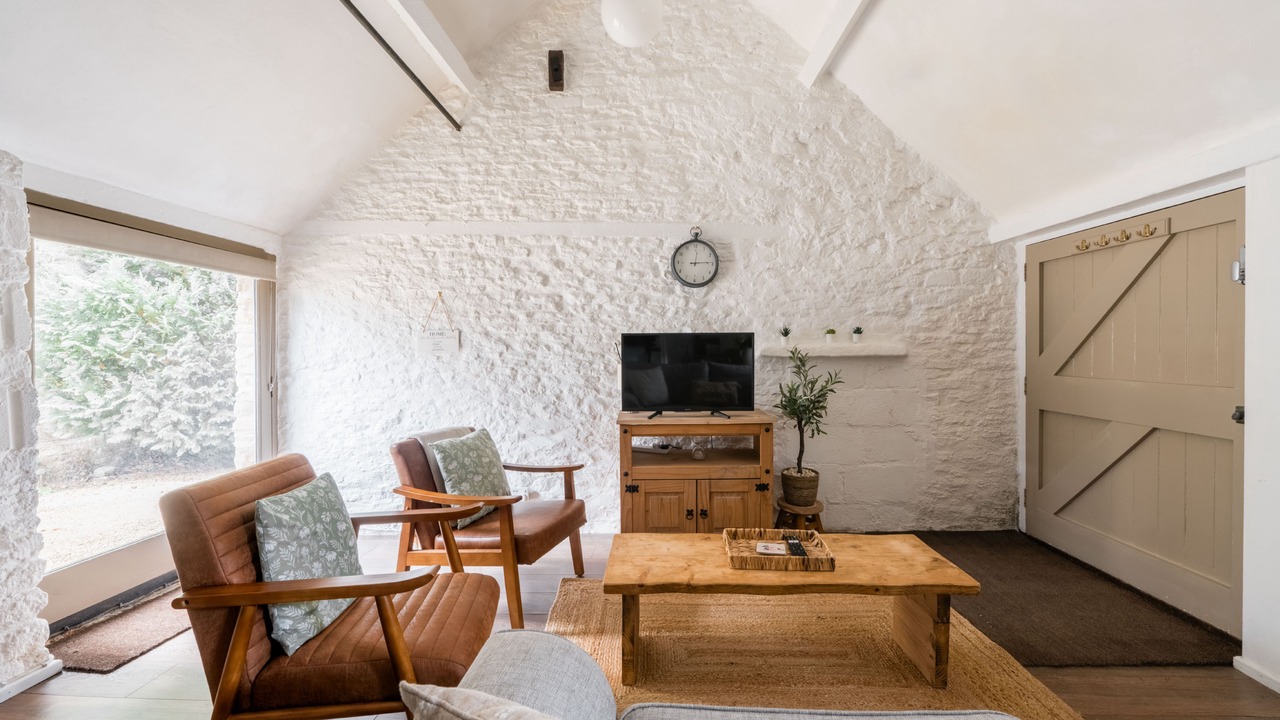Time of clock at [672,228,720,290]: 12:14
